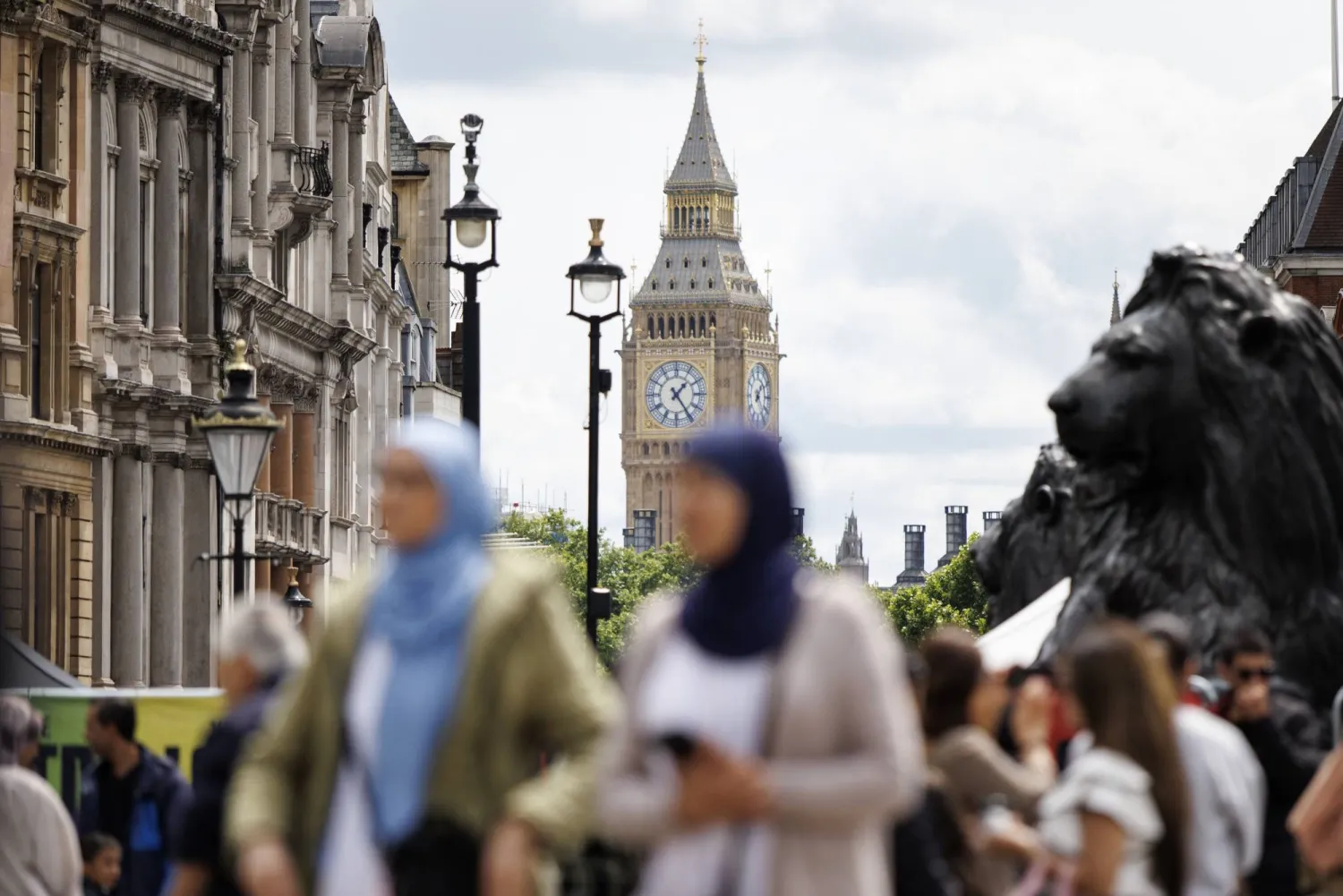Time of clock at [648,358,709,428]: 1:24
